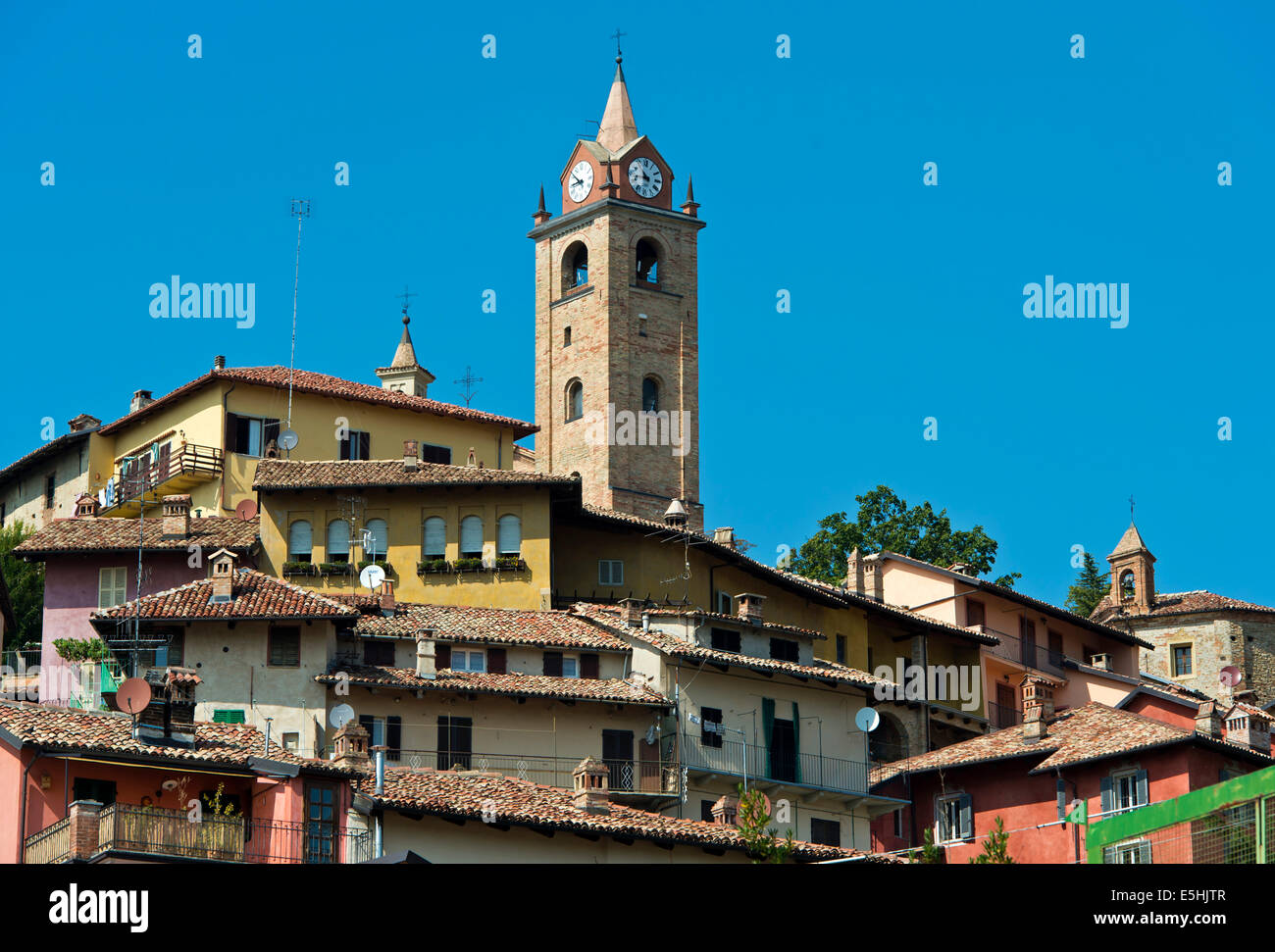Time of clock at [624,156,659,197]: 10:42
